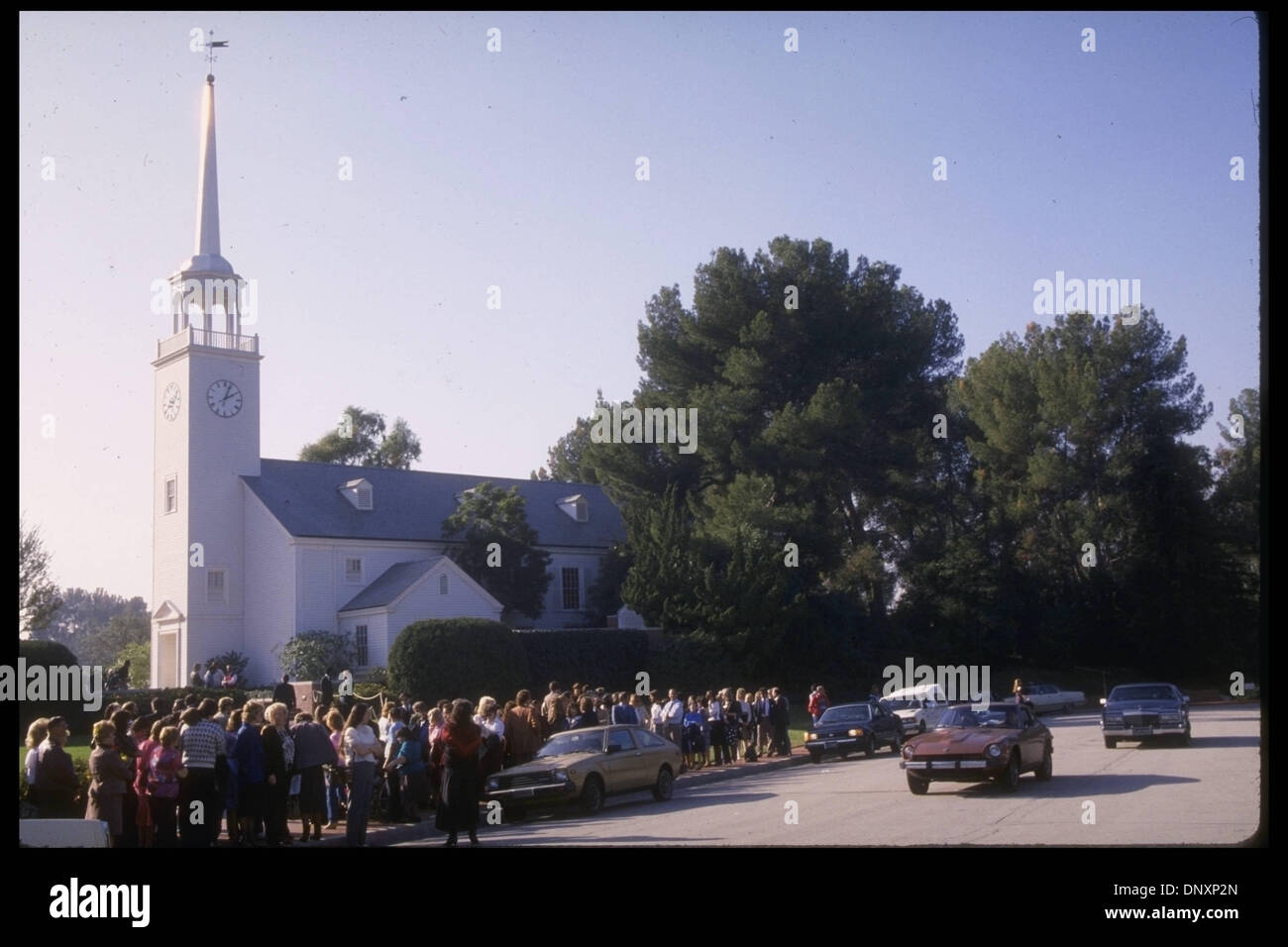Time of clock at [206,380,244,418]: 2:03
